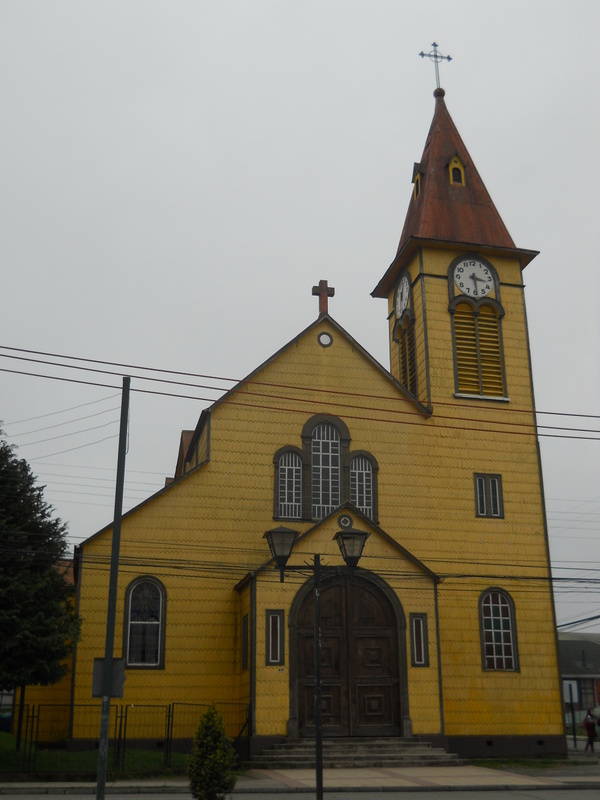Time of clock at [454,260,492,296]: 3:29
